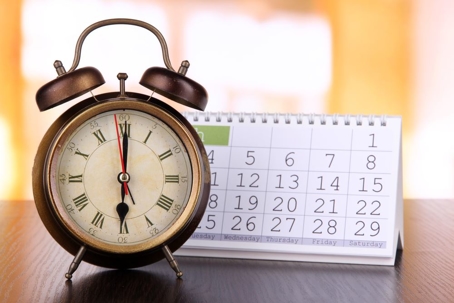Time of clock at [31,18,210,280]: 6:00
